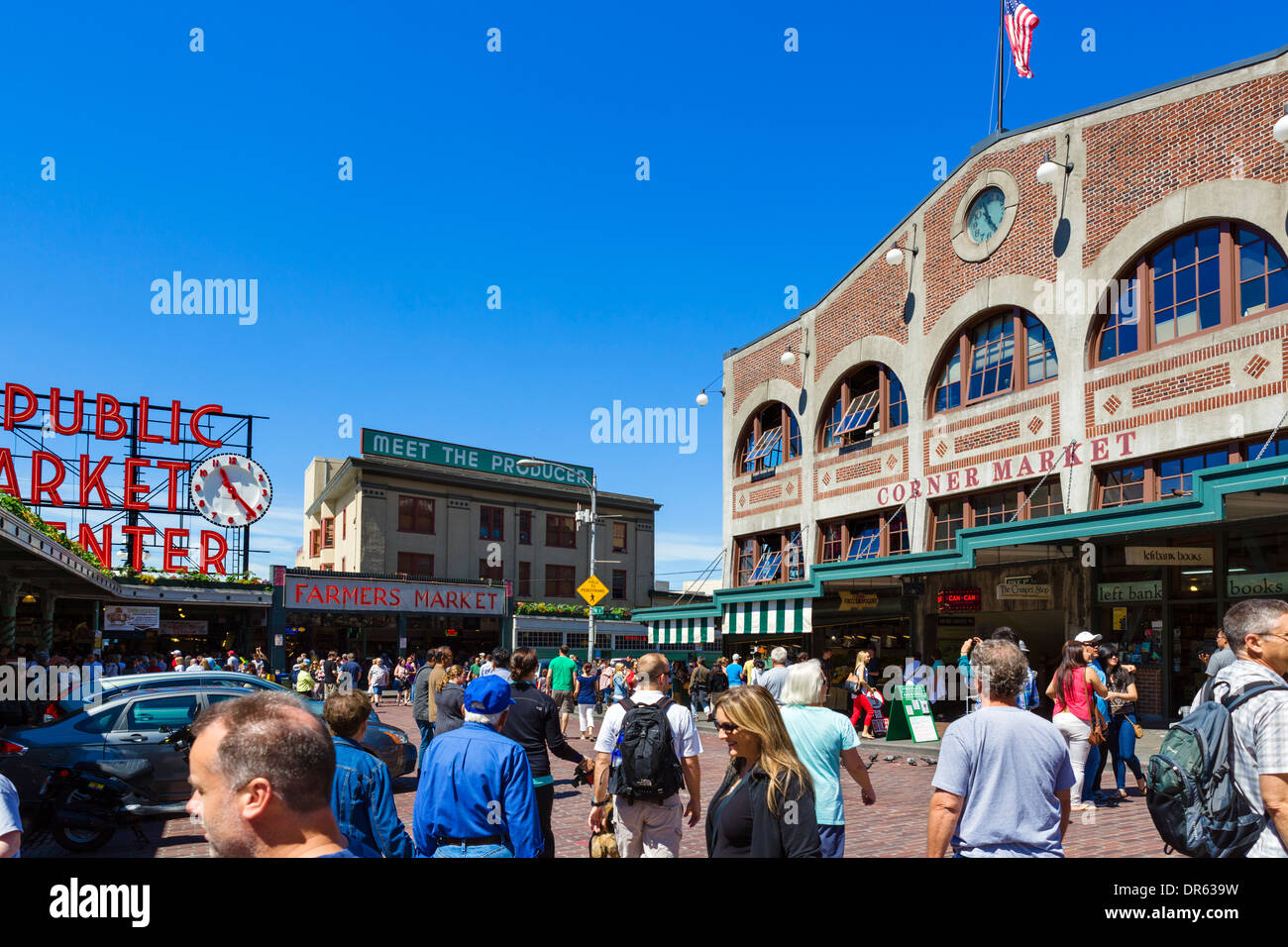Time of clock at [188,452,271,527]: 11:22
